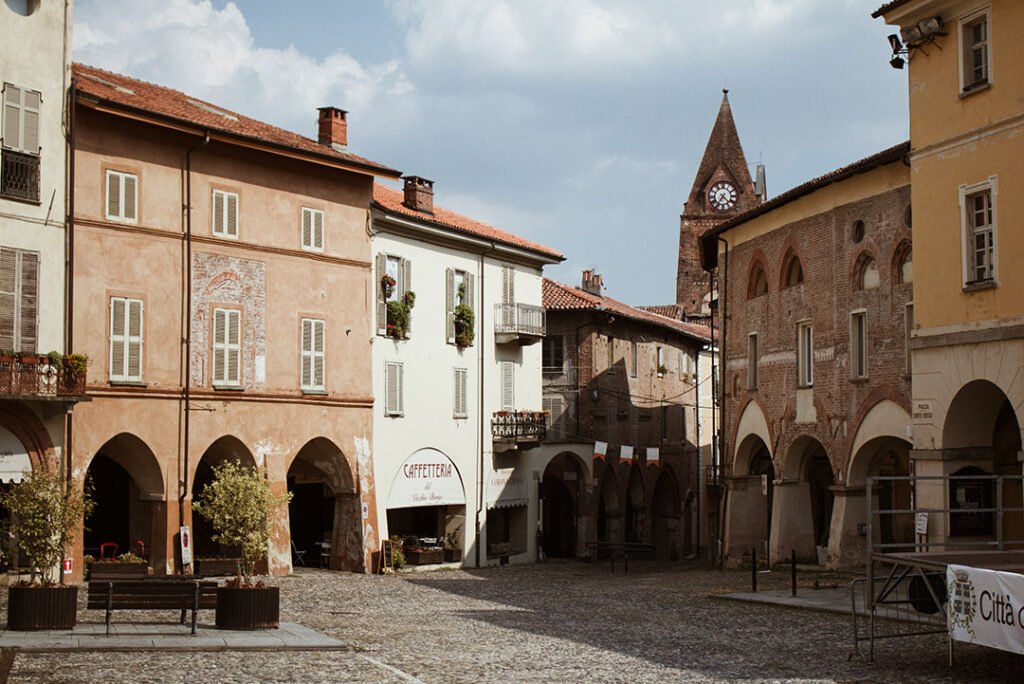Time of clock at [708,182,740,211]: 4:35
